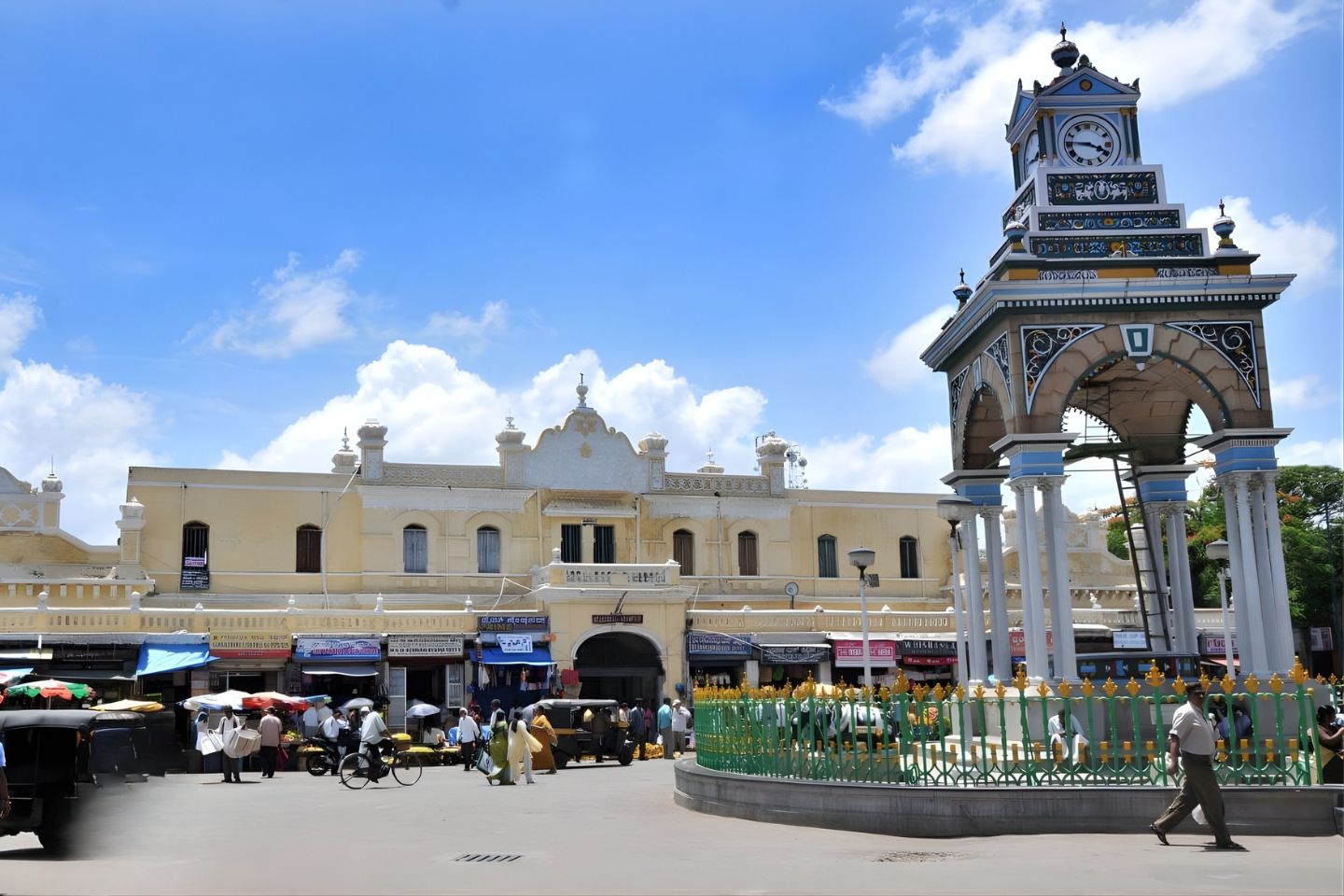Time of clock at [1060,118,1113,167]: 3:45
